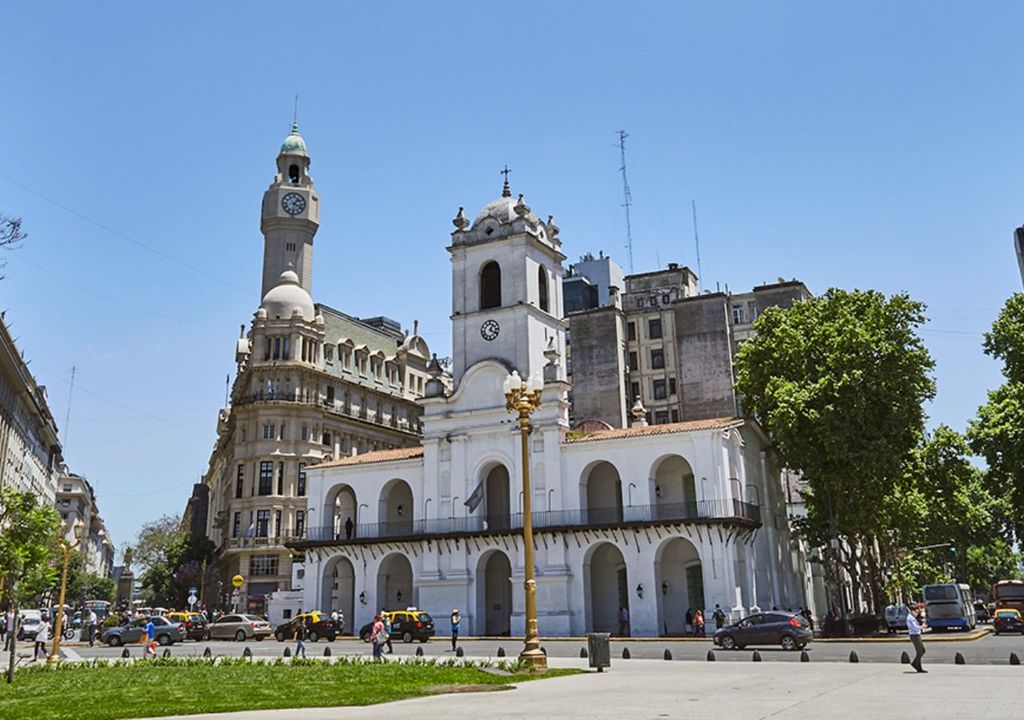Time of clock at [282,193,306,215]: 1:18
